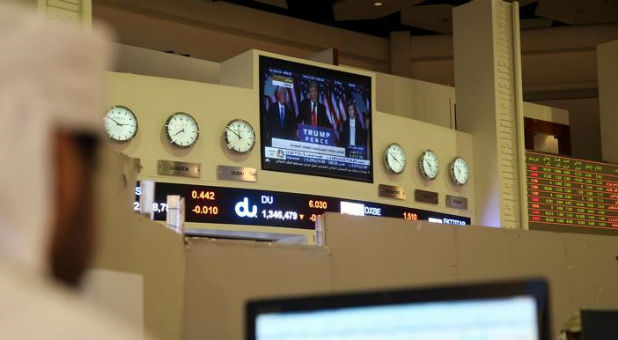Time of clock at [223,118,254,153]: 11:50
